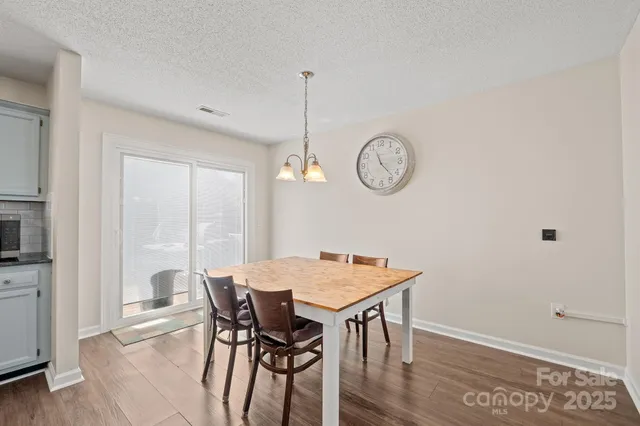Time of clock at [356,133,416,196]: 11:22
